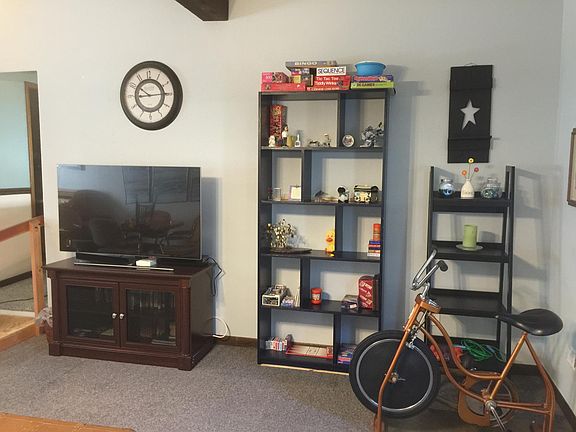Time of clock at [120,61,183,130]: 10:14
